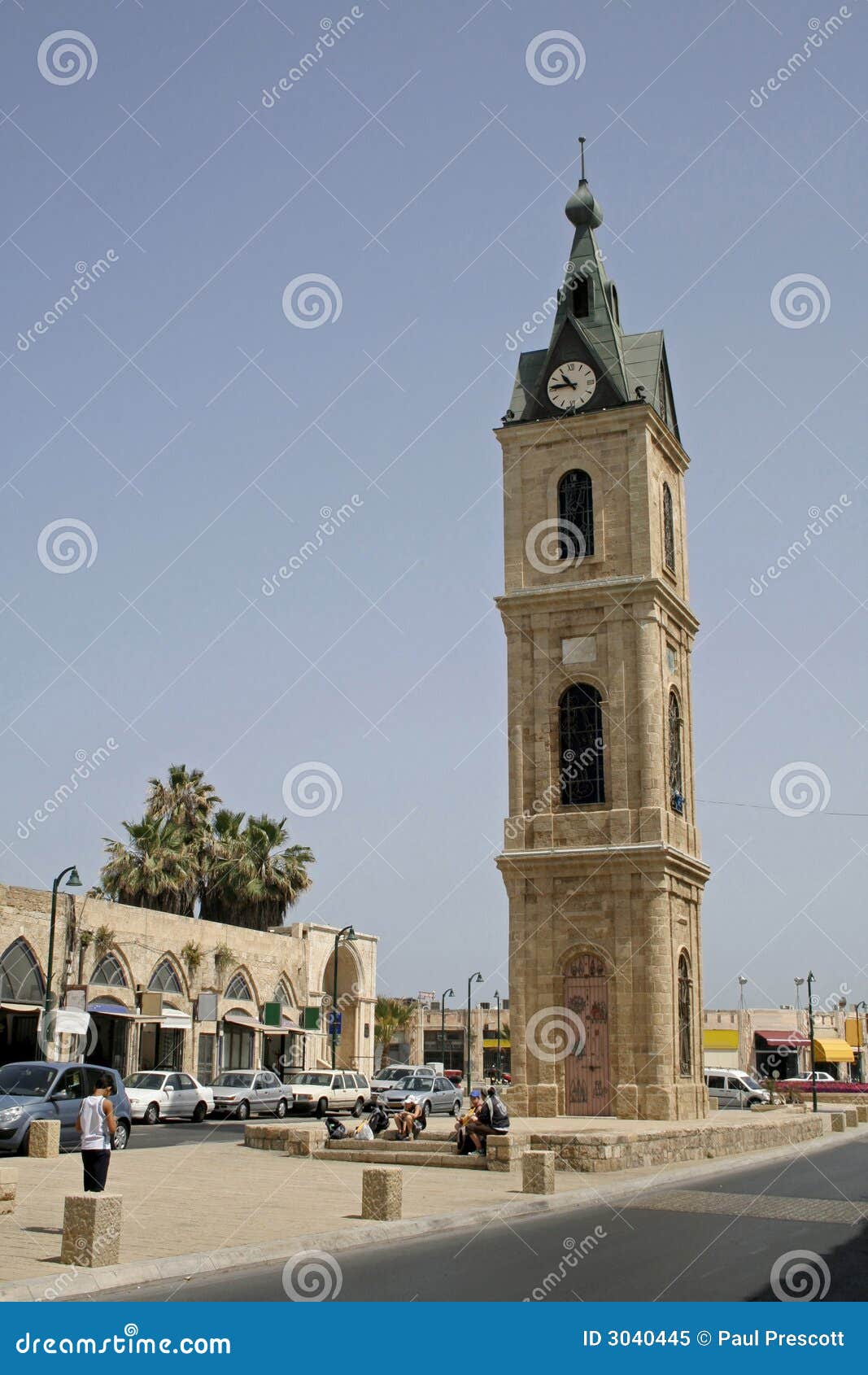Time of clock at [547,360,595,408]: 10:45
